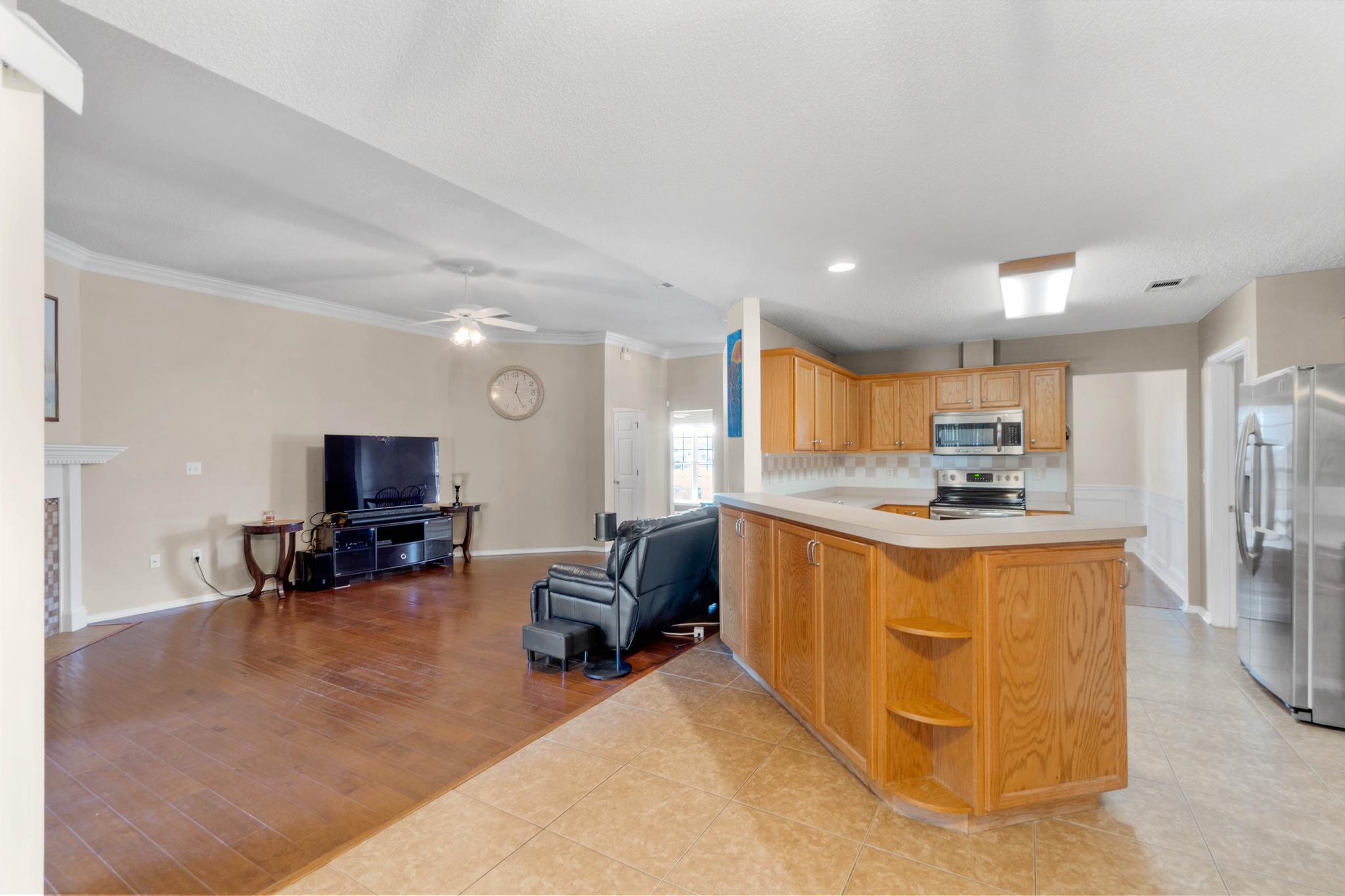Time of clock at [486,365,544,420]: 12:25
